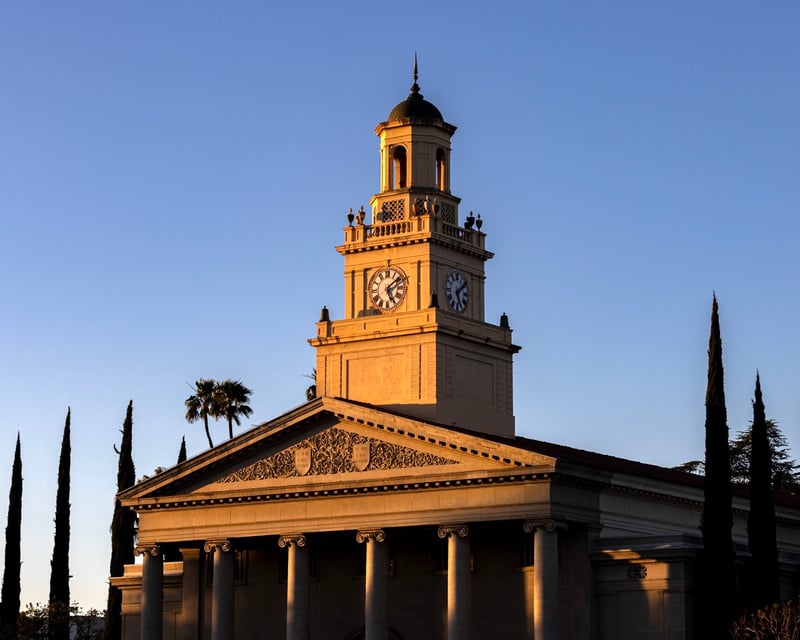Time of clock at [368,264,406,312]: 5:08
